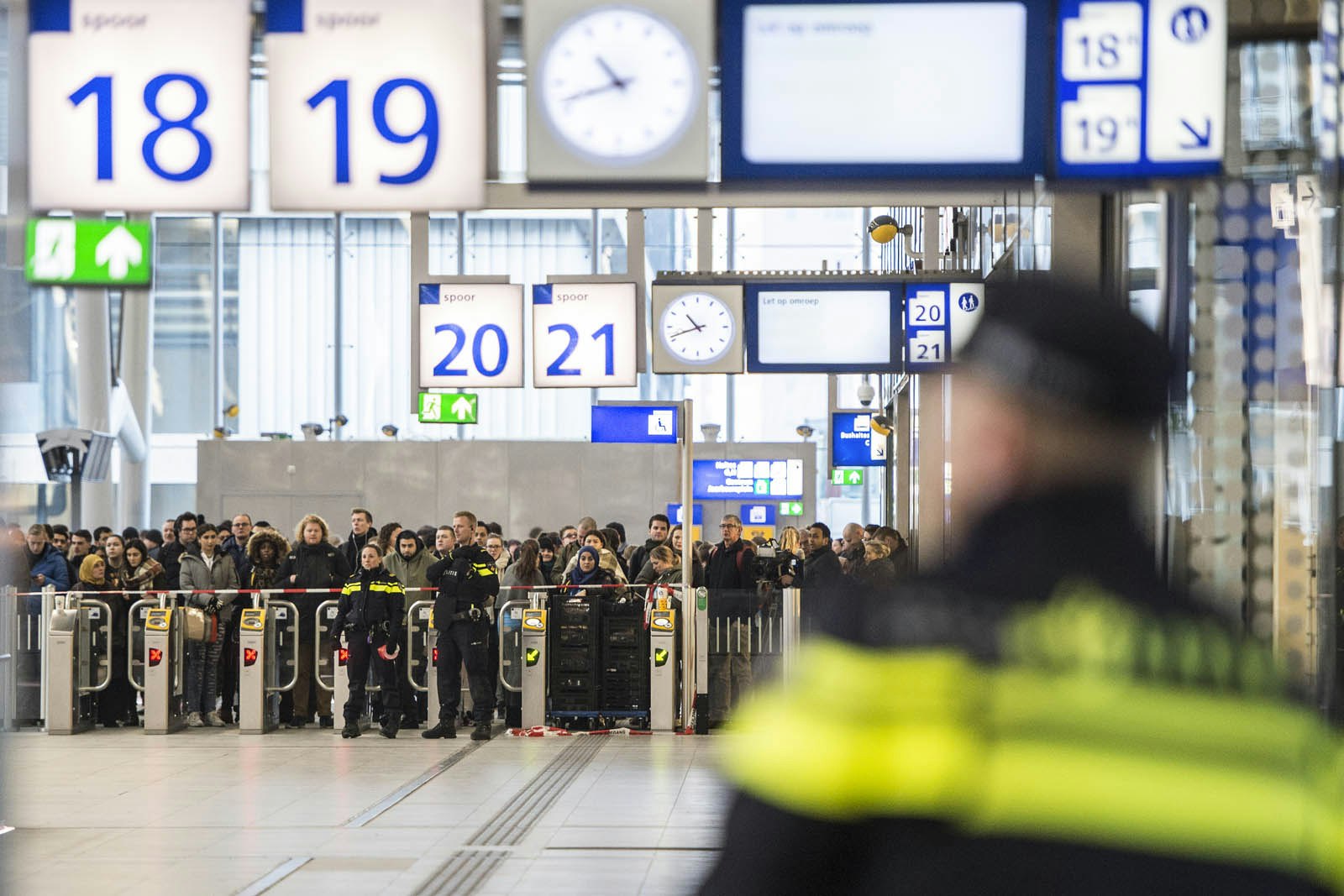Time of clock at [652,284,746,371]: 10:41
